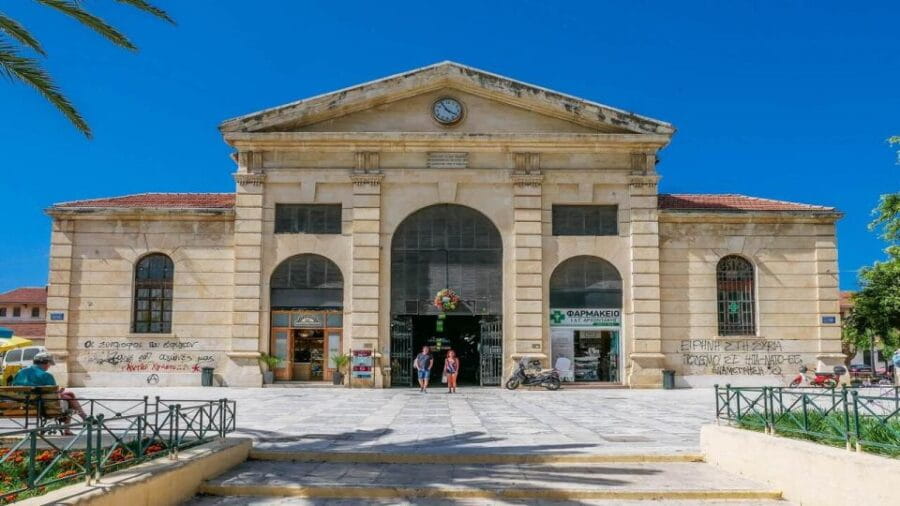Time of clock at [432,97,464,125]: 3:54
